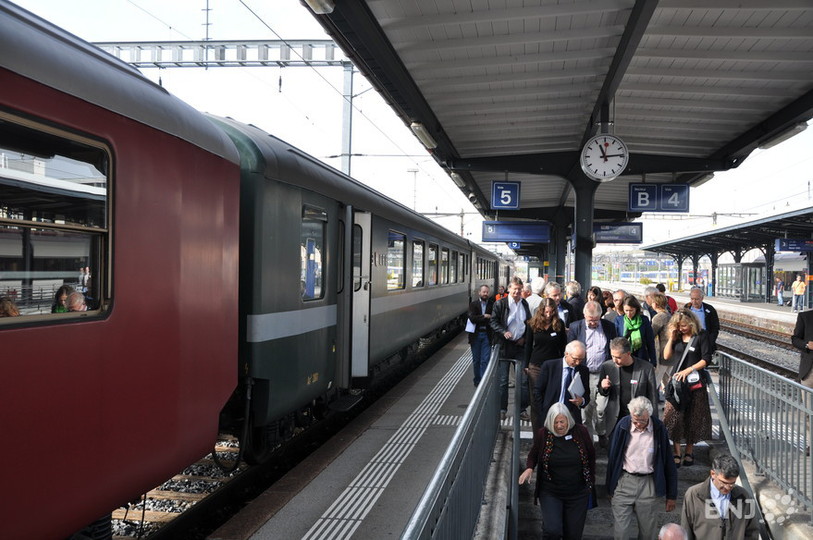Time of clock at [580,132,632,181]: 11:13
